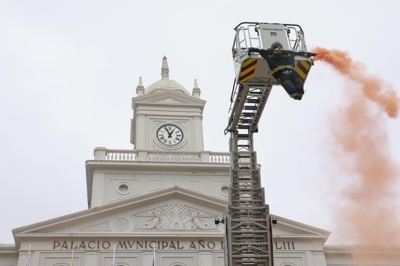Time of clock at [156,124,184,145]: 12:55
